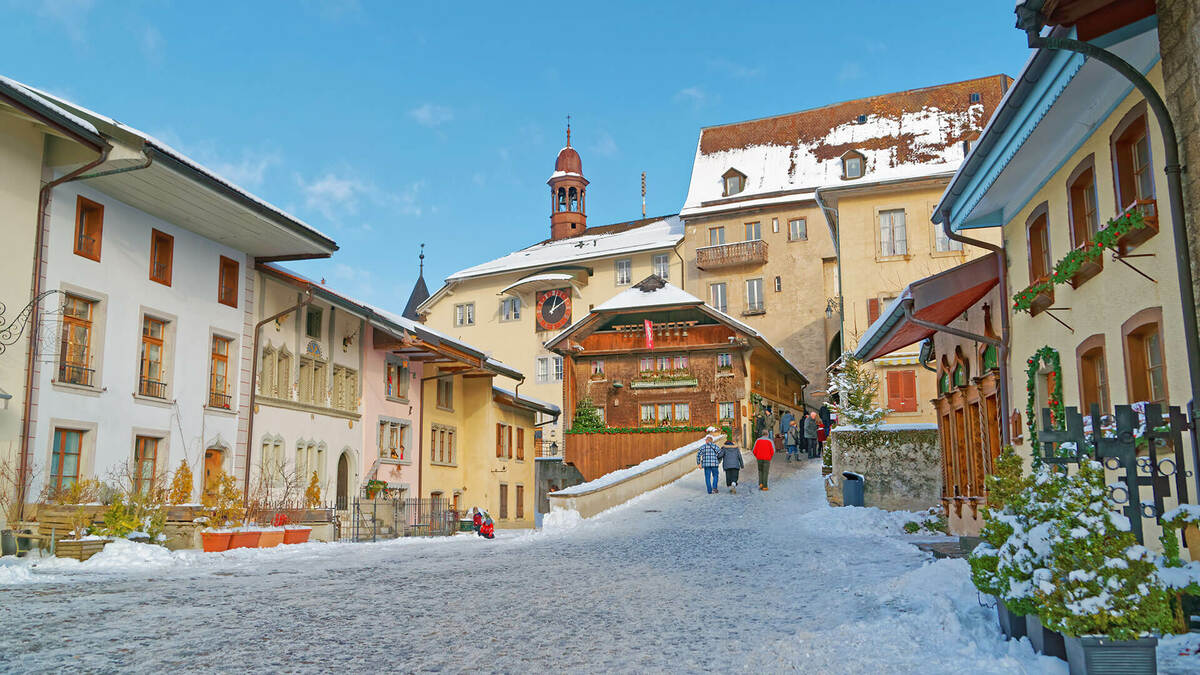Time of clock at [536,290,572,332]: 2:02
